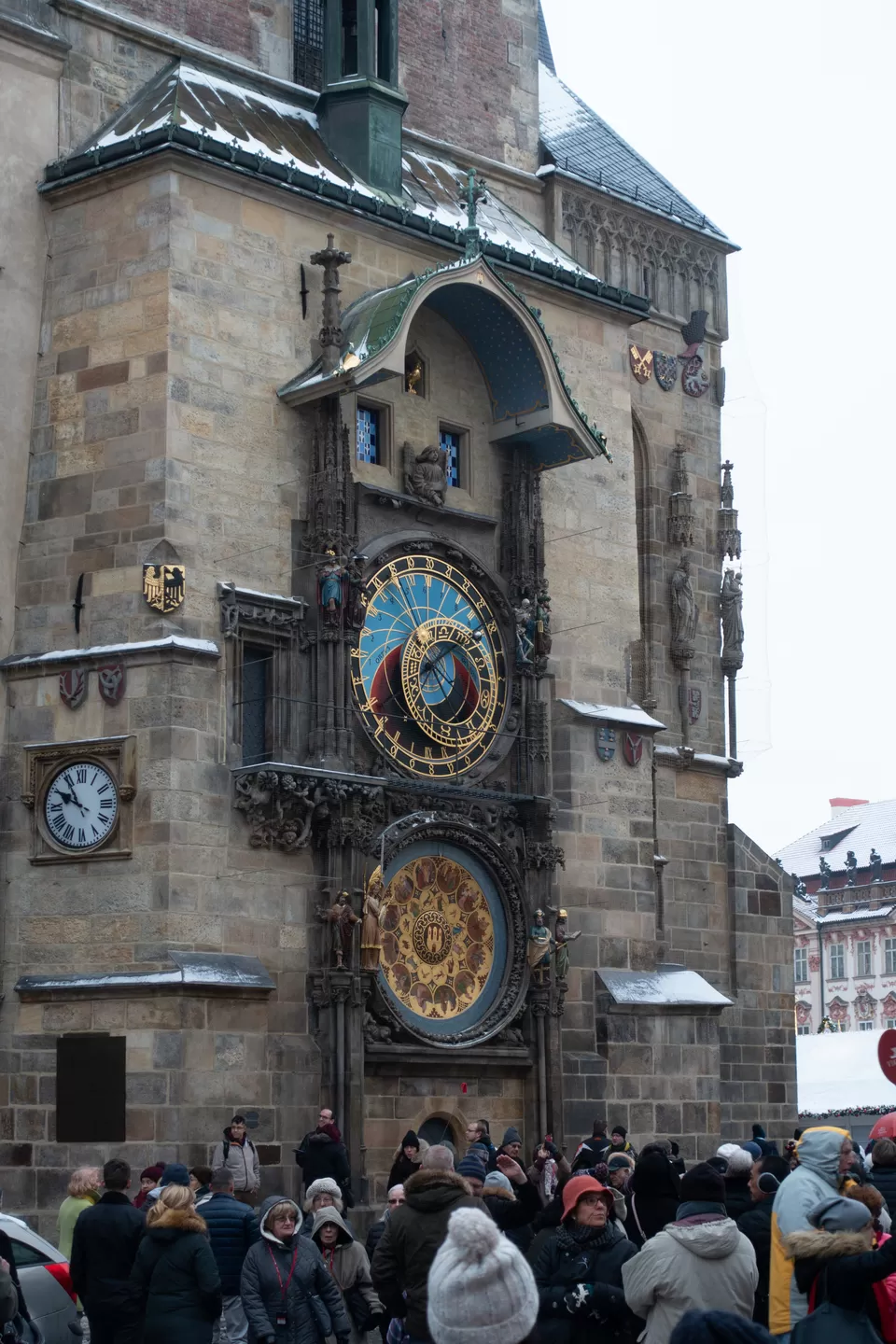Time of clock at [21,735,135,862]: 9:54
